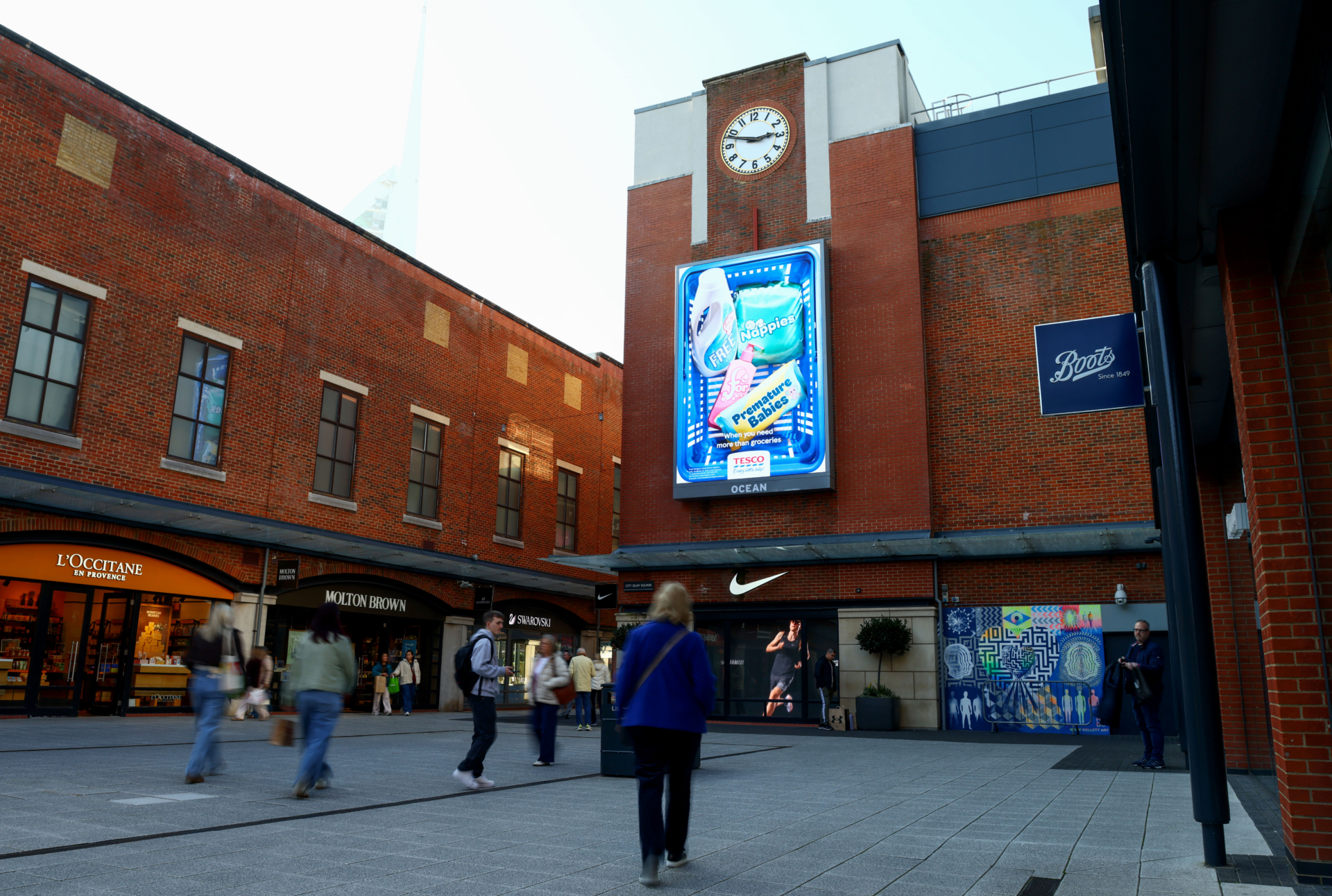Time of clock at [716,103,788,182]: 2:48
